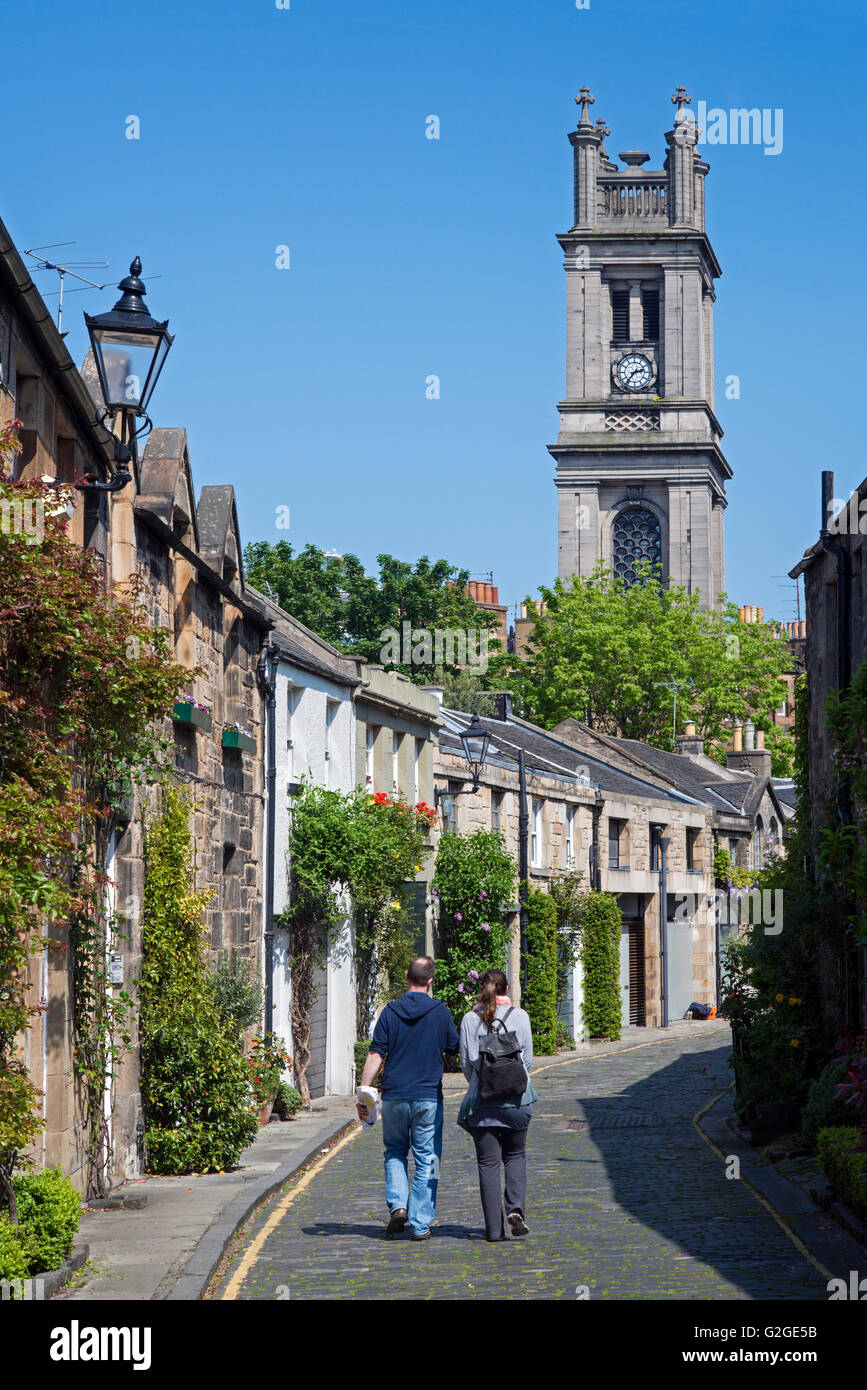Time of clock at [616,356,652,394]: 2:36
